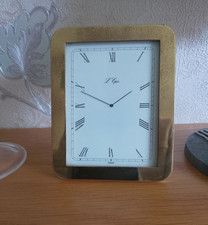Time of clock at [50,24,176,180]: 1:48
